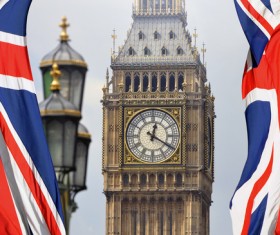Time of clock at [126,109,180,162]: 12:20
